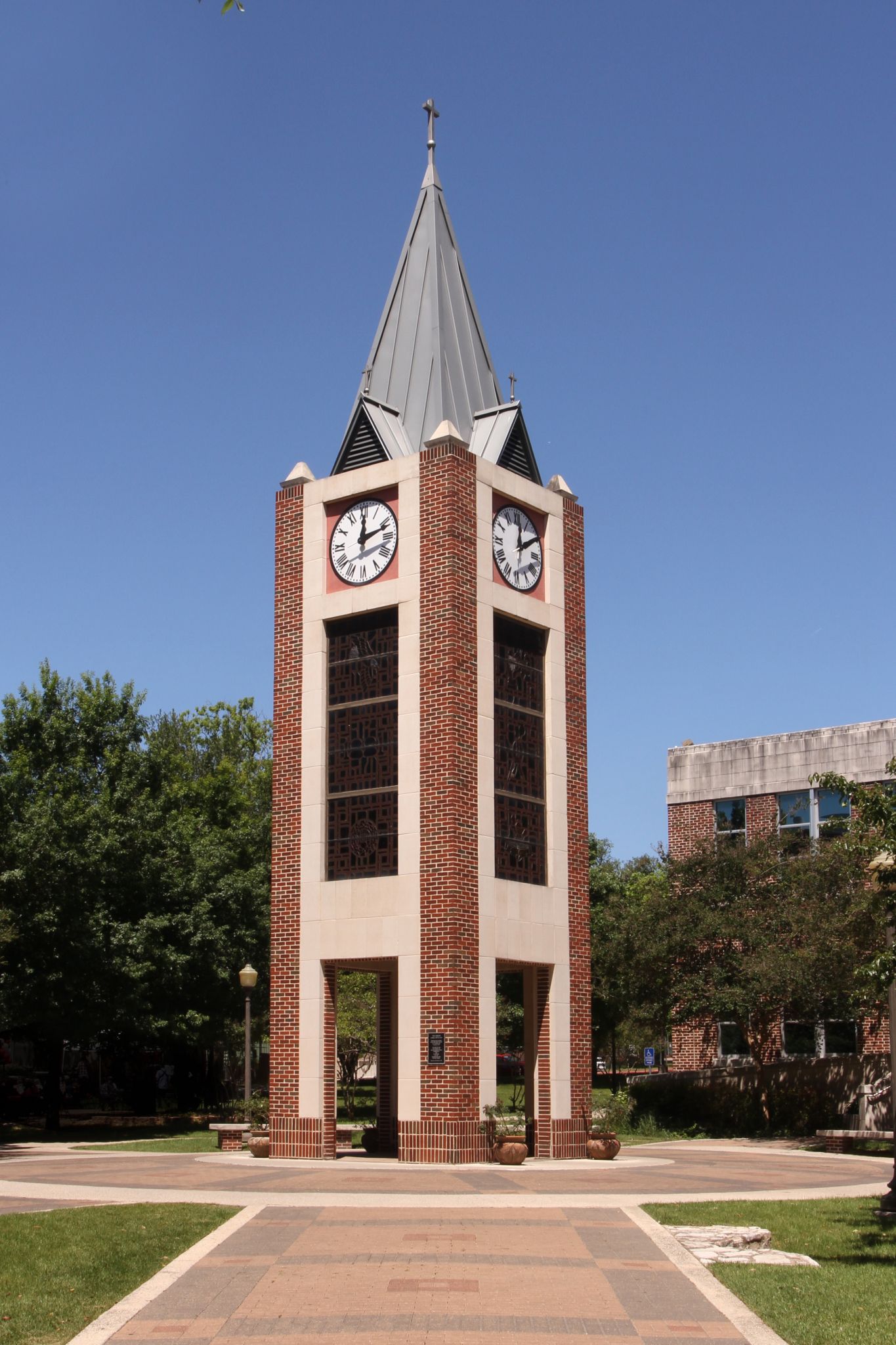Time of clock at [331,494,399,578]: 12:11
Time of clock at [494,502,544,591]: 2:01
